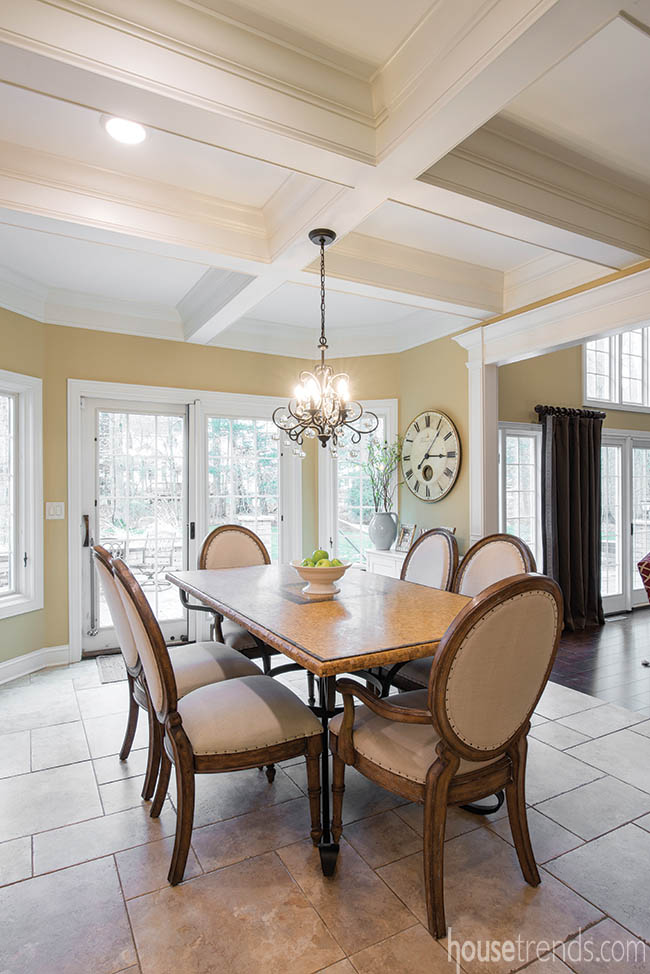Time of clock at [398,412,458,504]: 3:06
